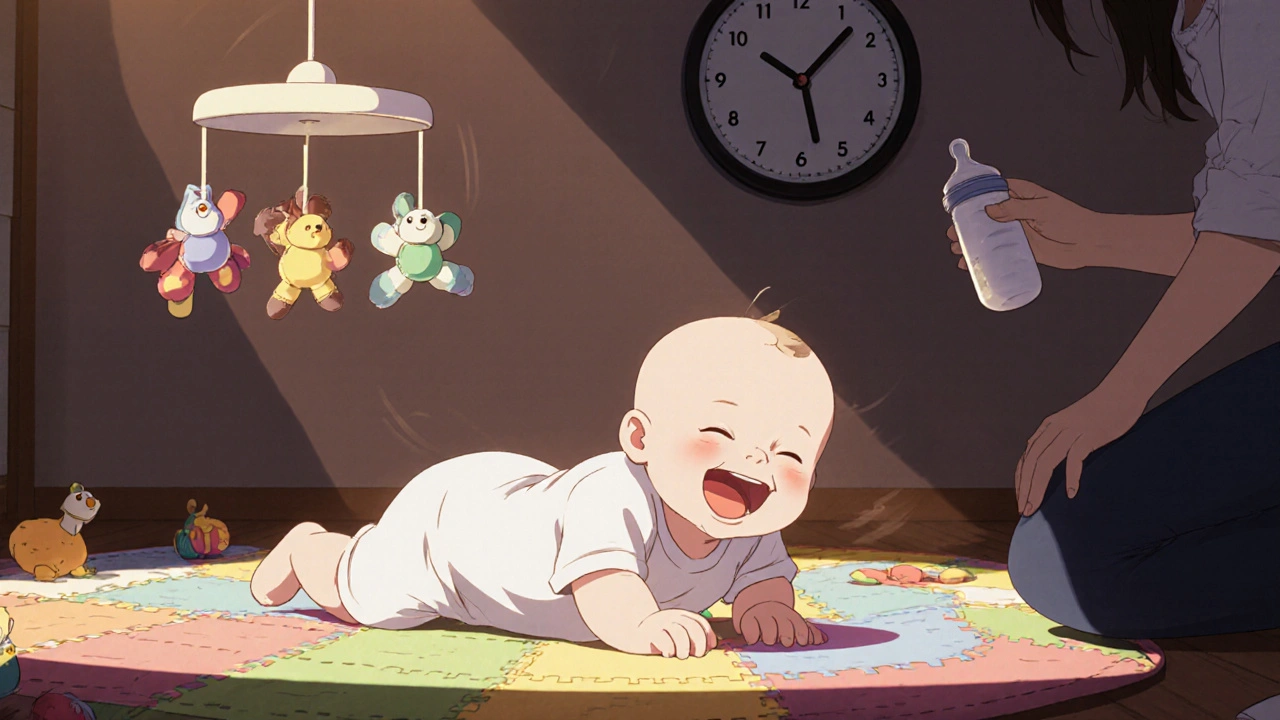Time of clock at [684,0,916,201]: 10:07
